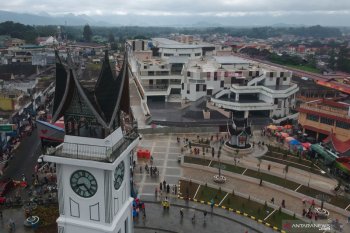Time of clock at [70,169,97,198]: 8:23
